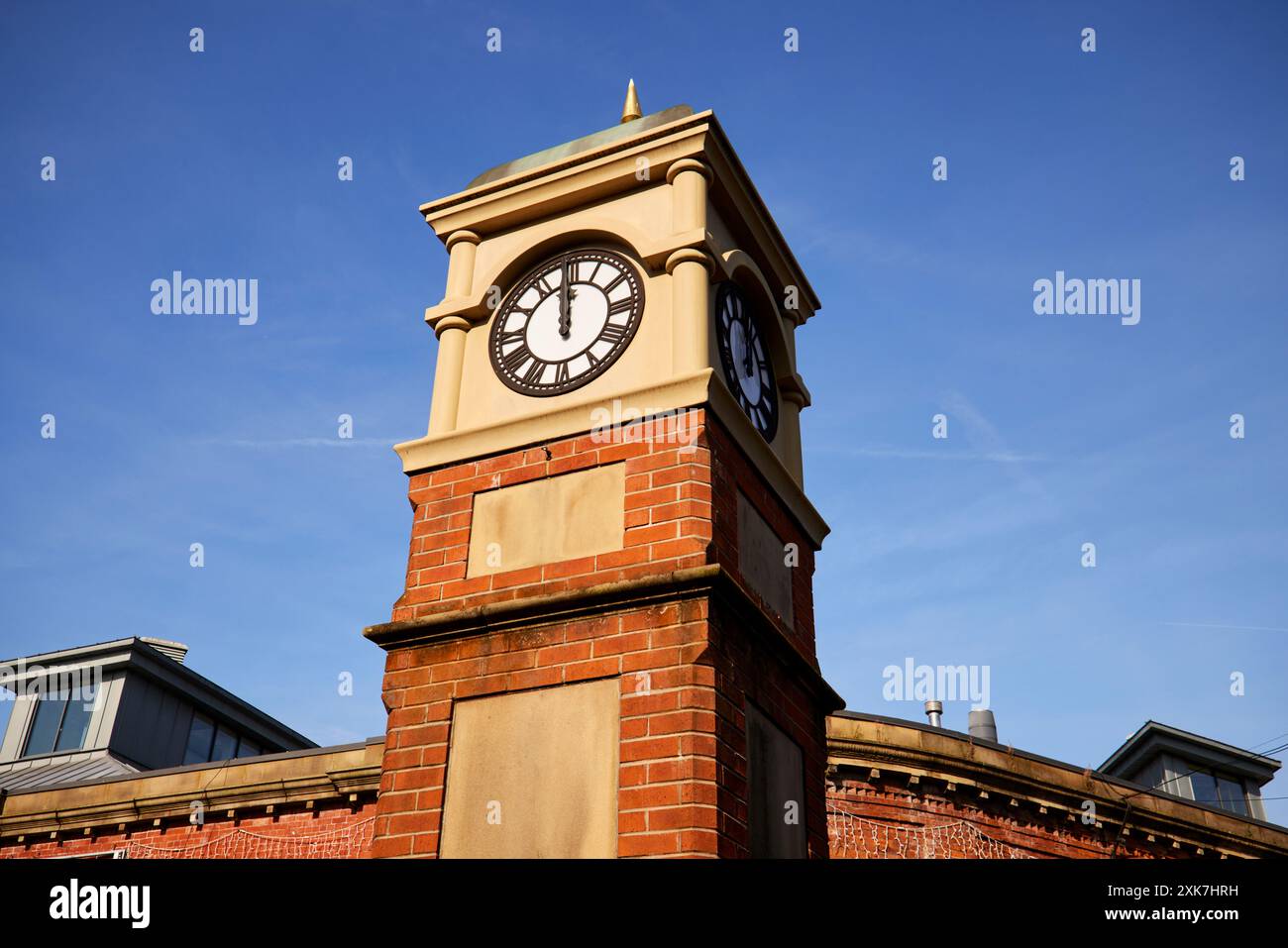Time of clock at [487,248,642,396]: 11:59
